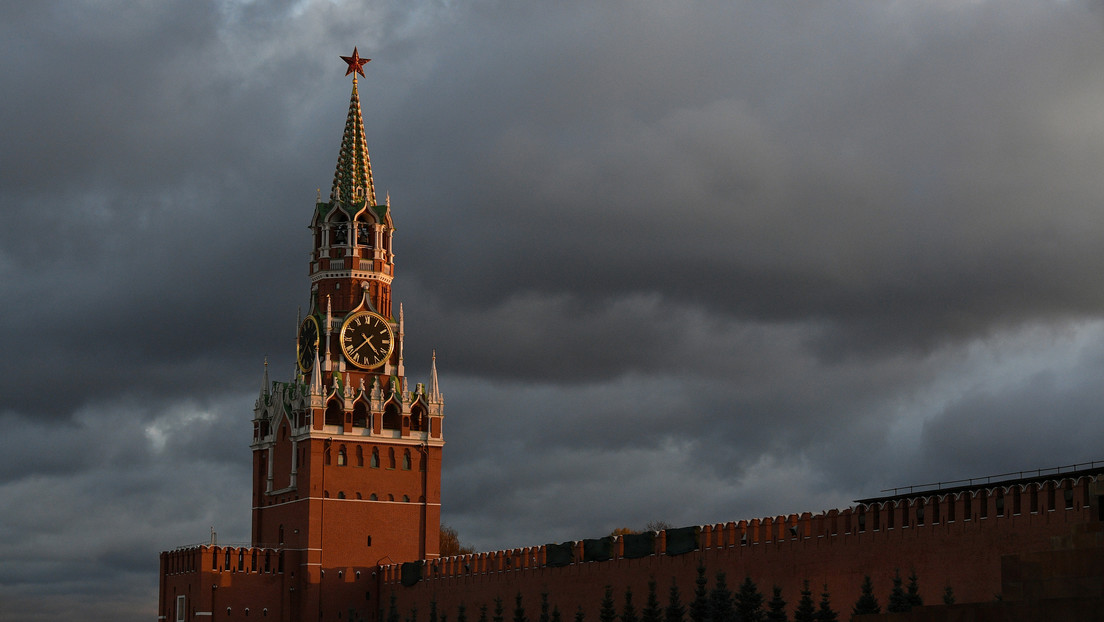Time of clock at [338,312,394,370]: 4:37
